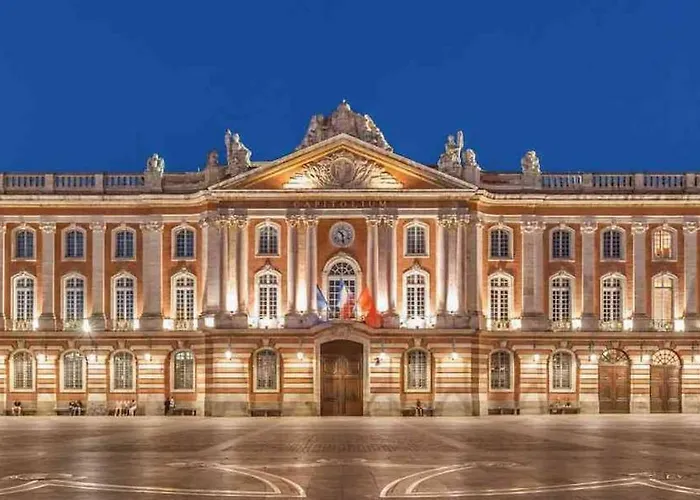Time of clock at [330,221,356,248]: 10:28
